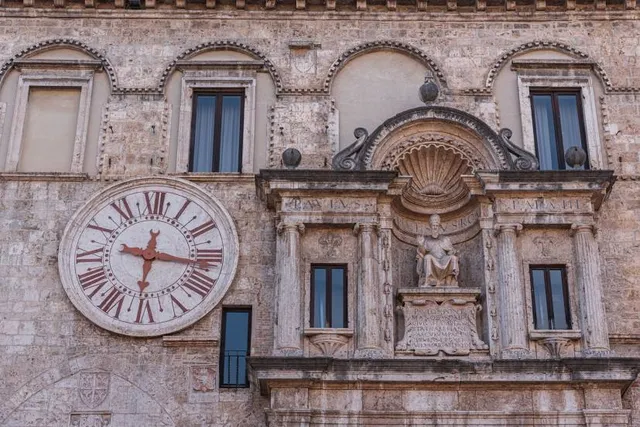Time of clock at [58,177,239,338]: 12:16
